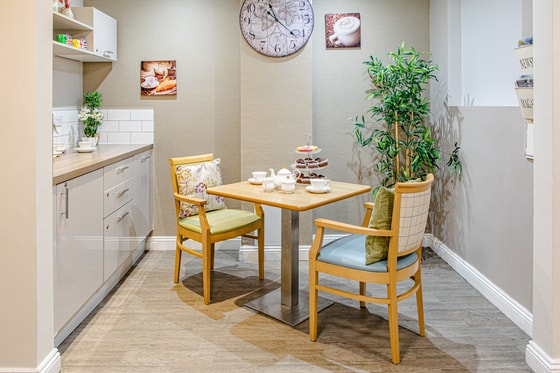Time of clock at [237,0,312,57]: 11:22
